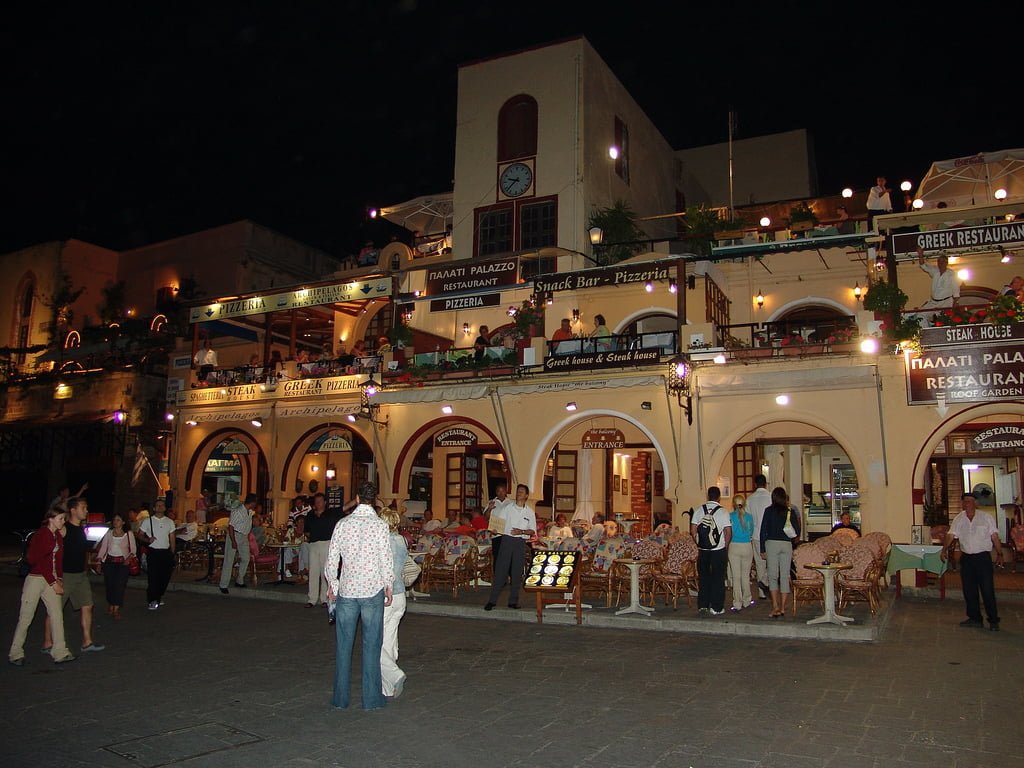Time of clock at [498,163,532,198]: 9:37
